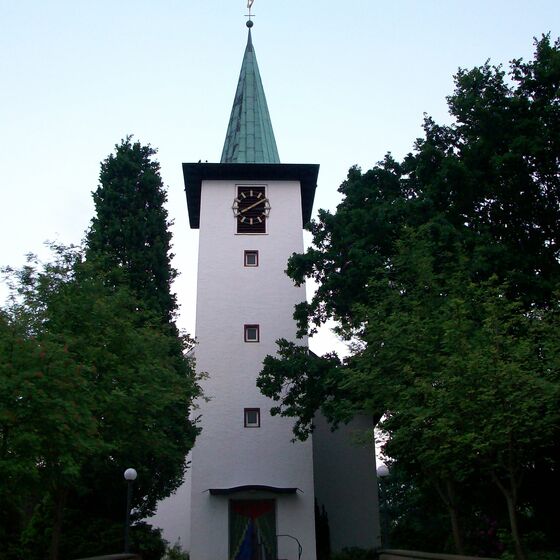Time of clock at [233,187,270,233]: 8:09
